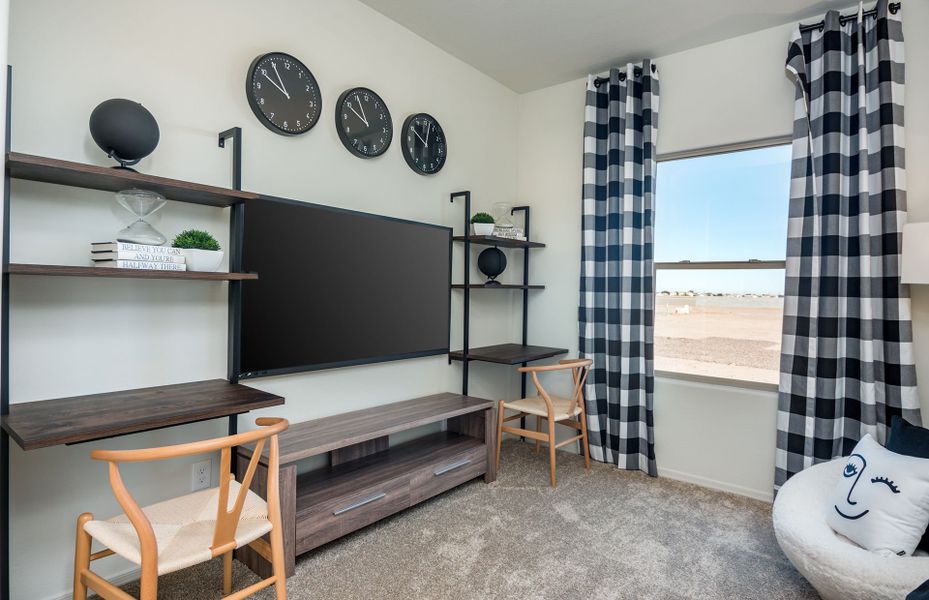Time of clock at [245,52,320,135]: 9:54
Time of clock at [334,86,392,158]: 9:55
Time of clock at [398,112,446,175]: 10:02
